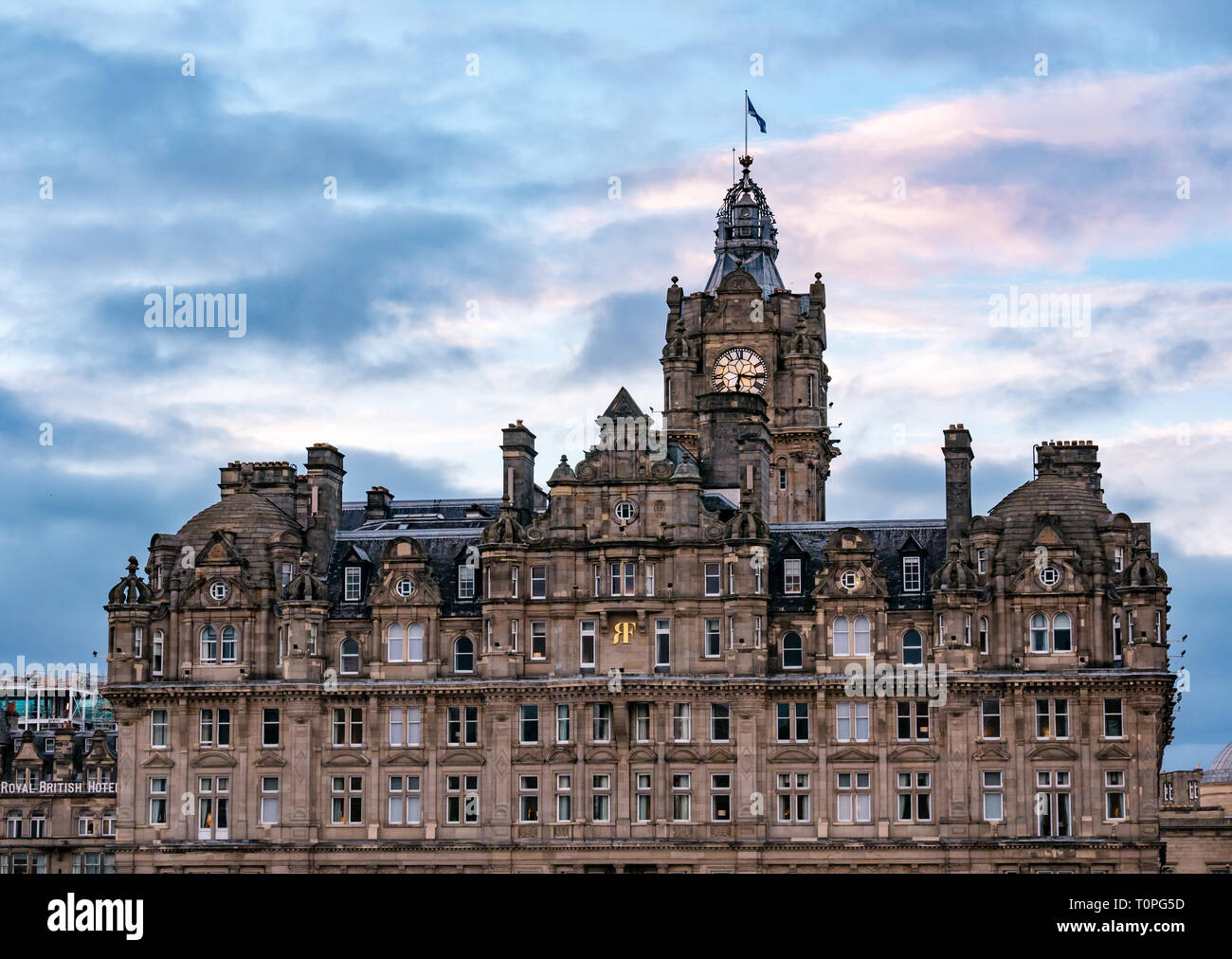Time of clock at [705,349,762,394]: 6:15
